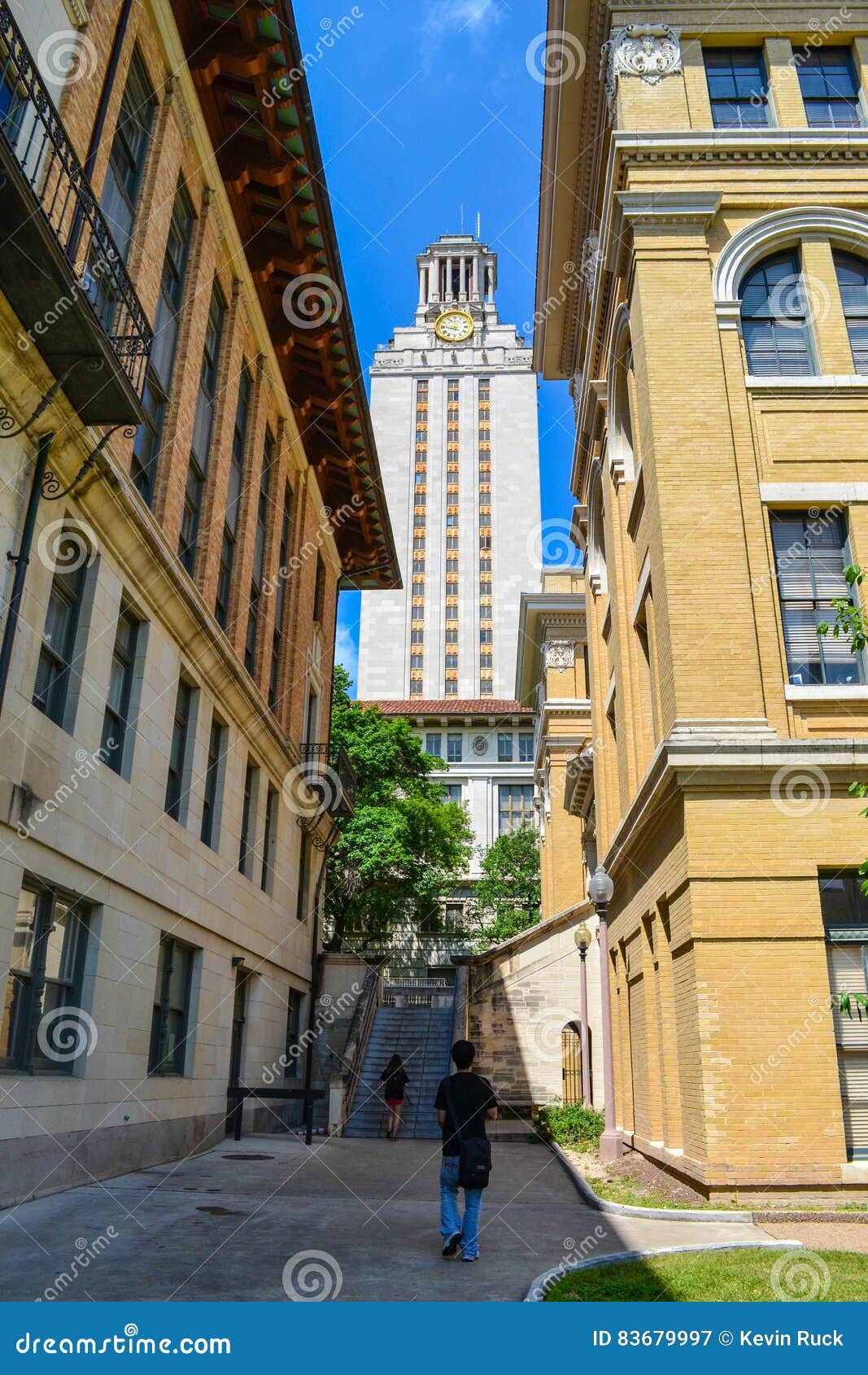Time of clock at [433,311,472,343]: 11:46
